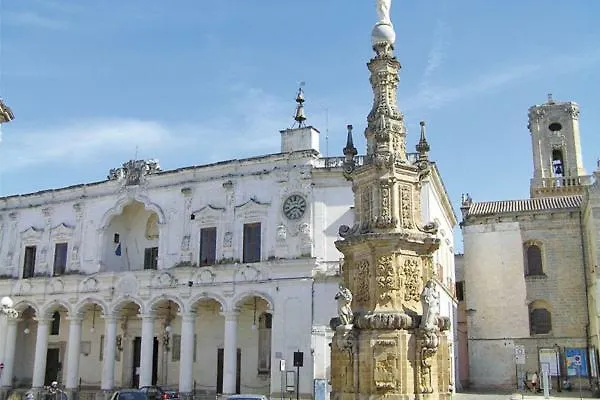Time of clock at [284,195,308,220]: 3:40
